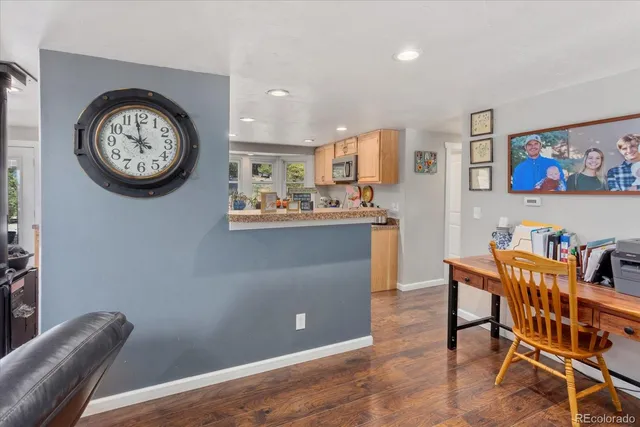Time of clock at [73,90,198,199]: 9:58
